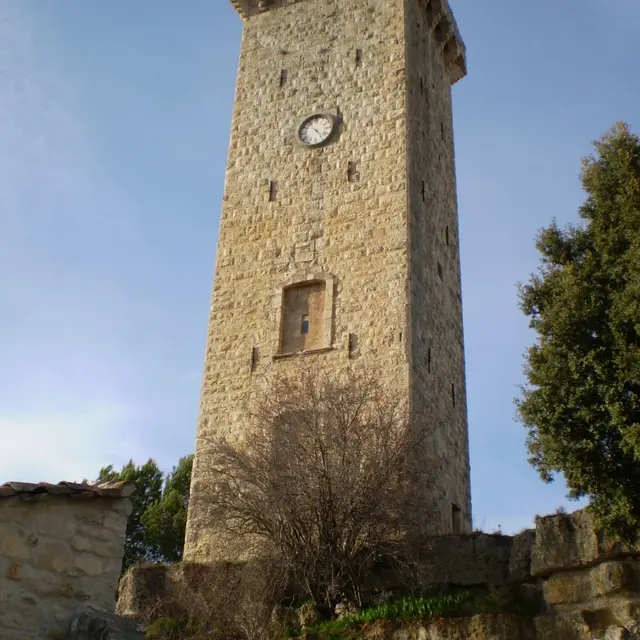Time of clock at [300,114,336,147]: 4:23
